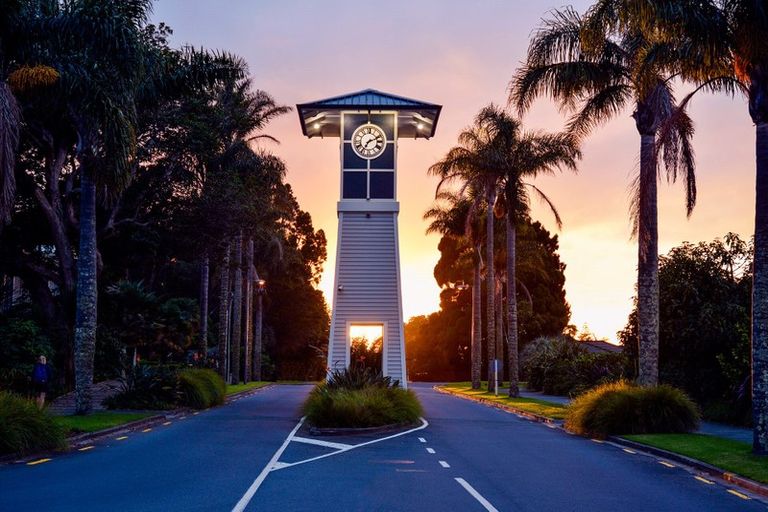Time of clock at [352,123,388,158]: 7:11
